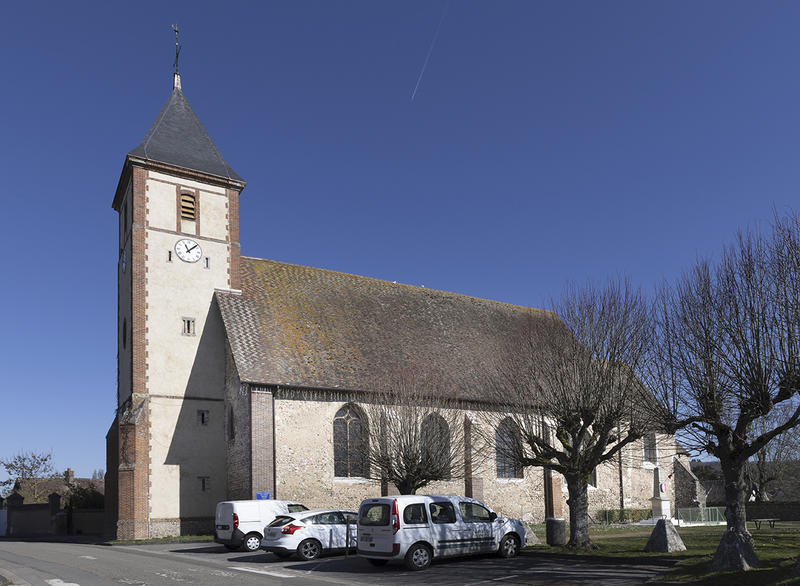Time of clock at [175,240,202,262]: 11:07
